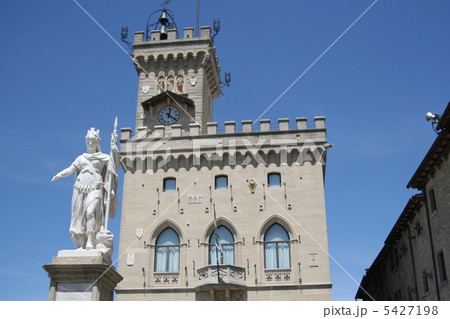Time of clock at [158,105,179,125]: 12:21
